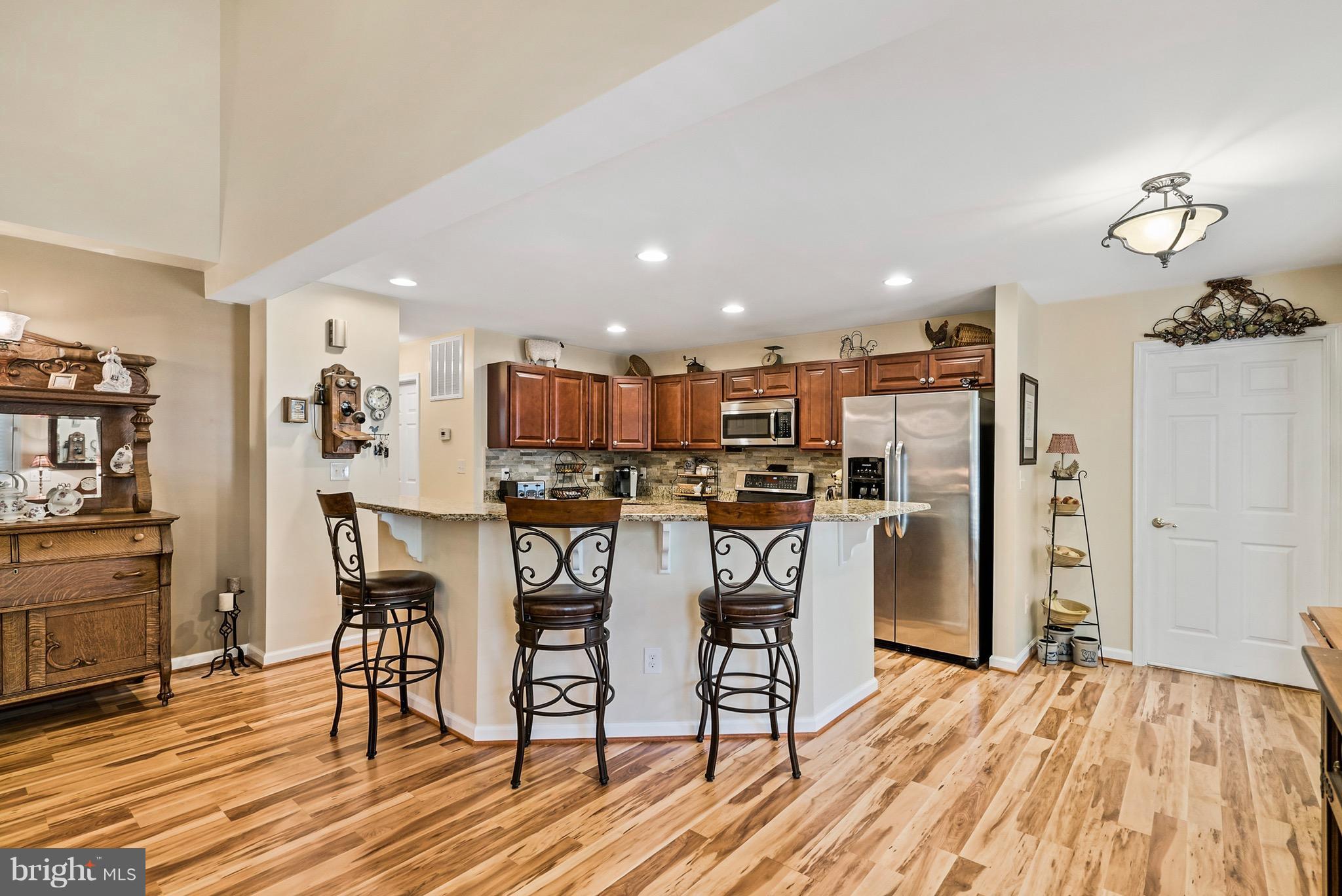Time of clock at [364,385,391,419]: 2:09
